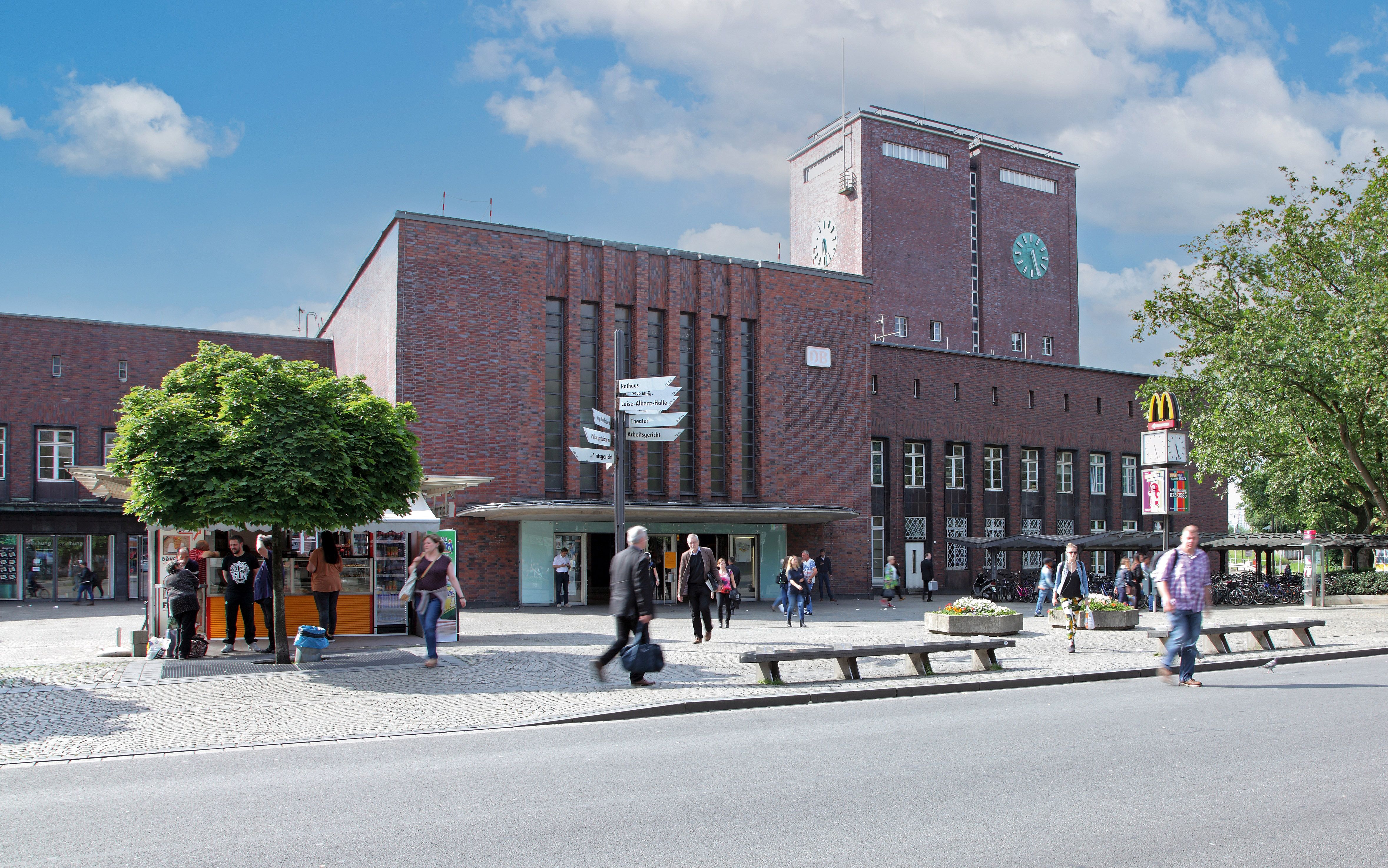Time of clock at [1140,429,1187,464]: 5:26
